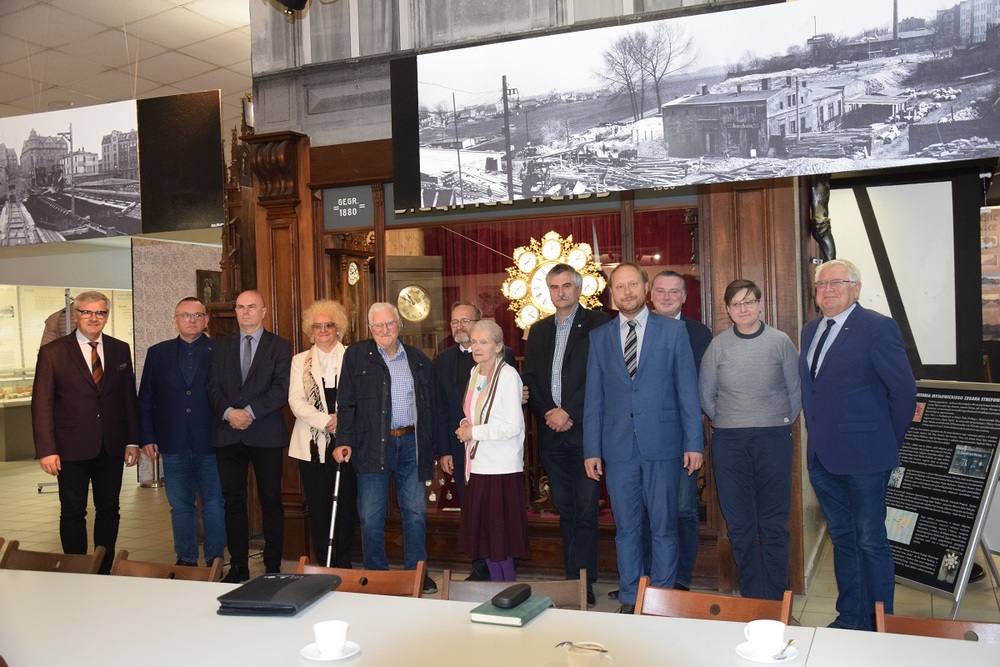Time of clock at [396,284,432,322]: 10:48
